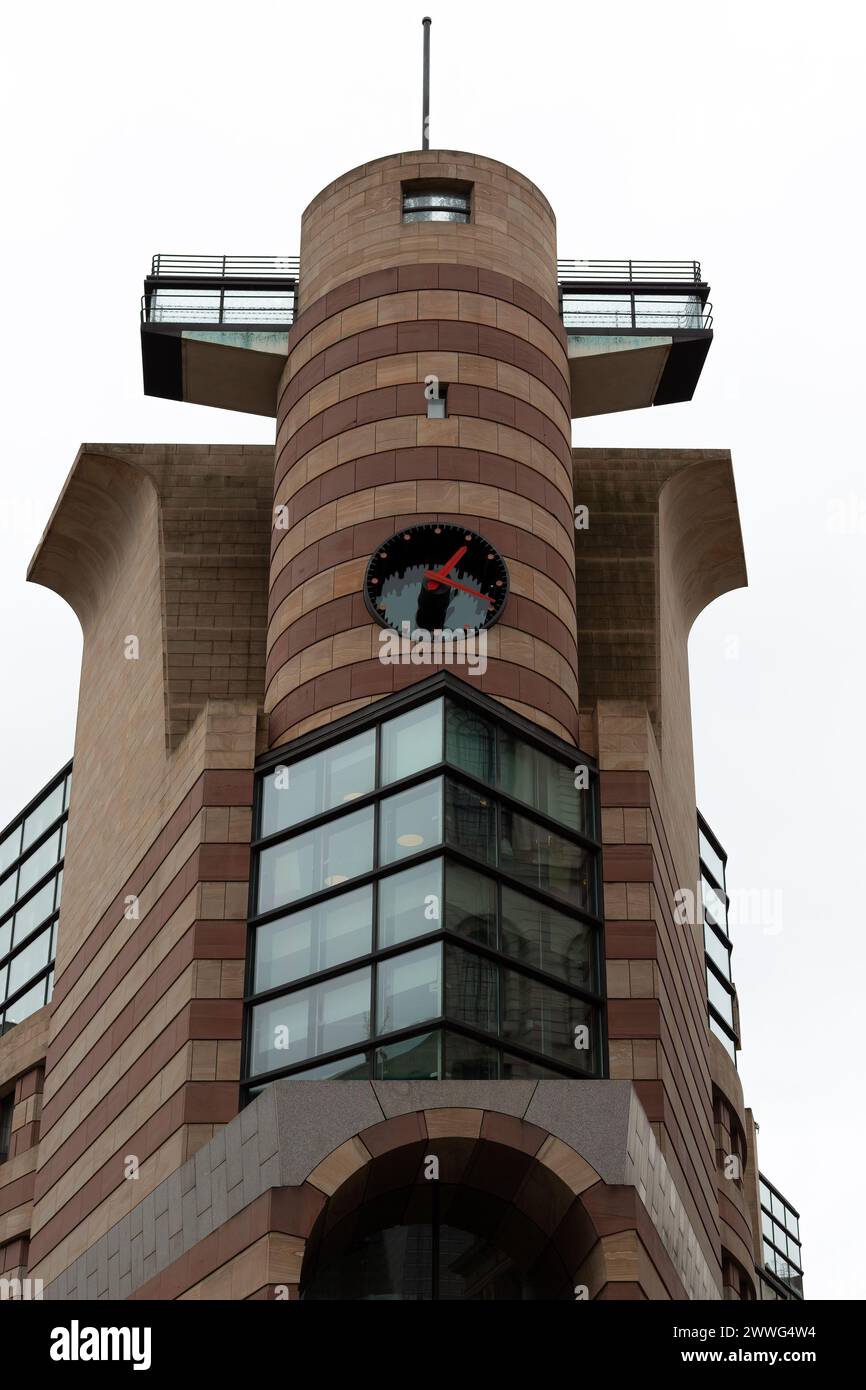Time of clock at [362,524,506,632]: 1:18
